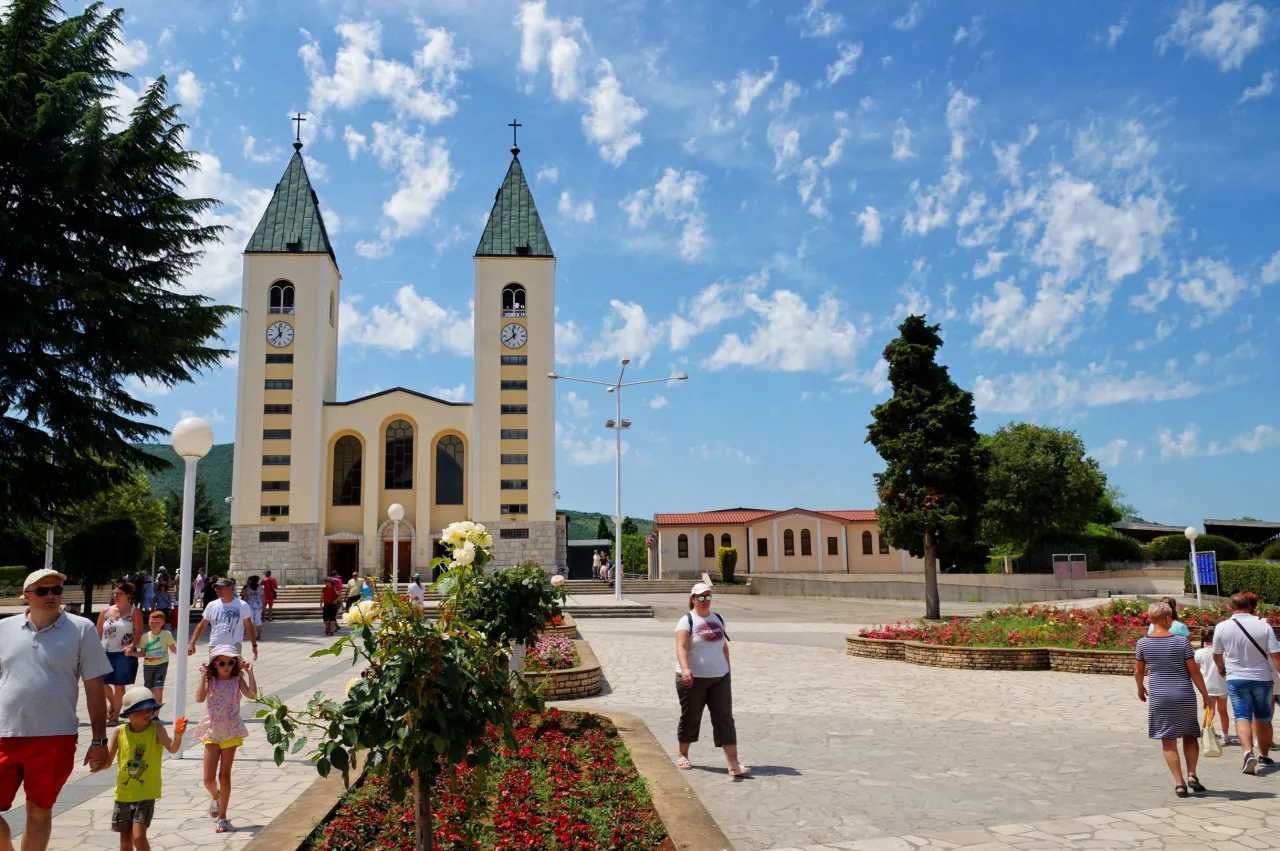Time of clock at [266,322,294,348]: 11:37
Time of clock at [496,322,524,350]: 11:38
